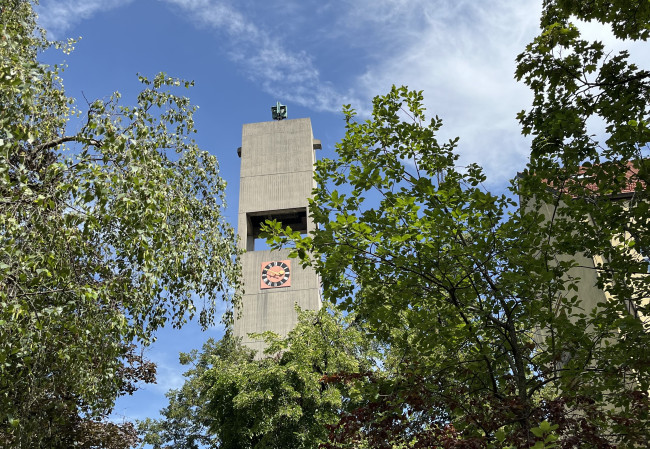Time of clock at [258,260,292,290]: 2:48
